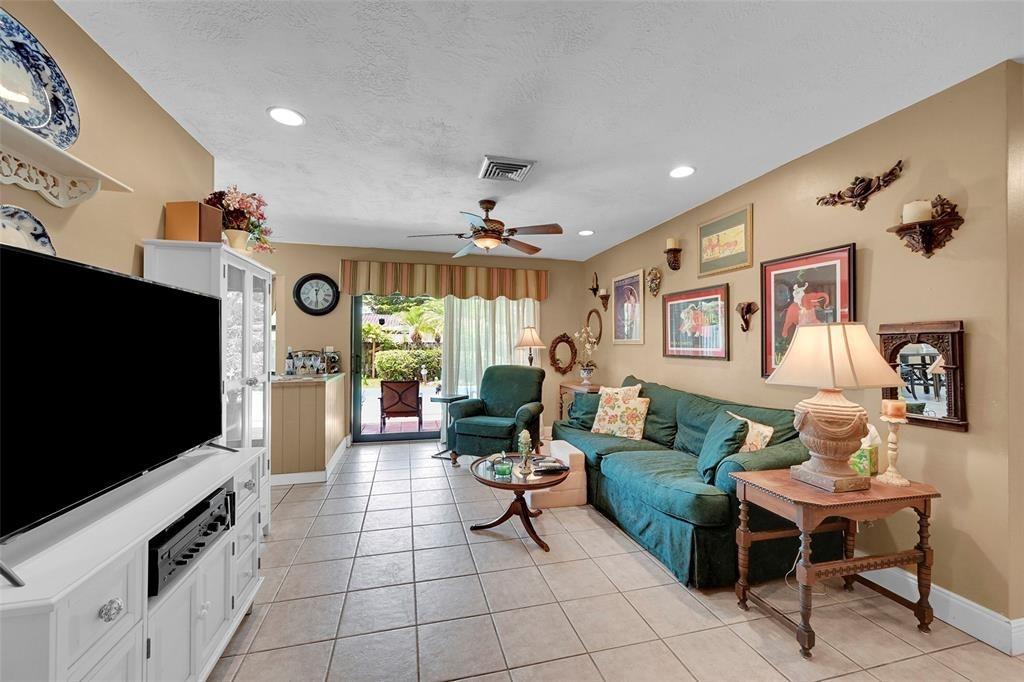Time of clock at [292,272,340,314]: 12:28
